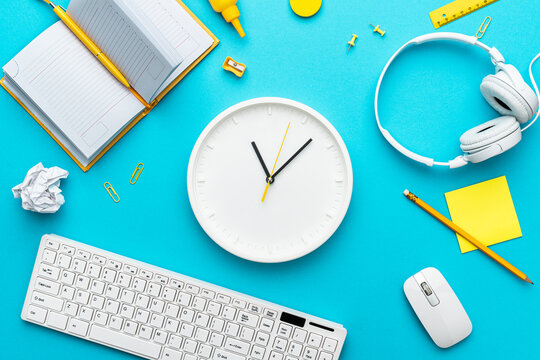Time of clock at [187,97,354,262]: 11:07
